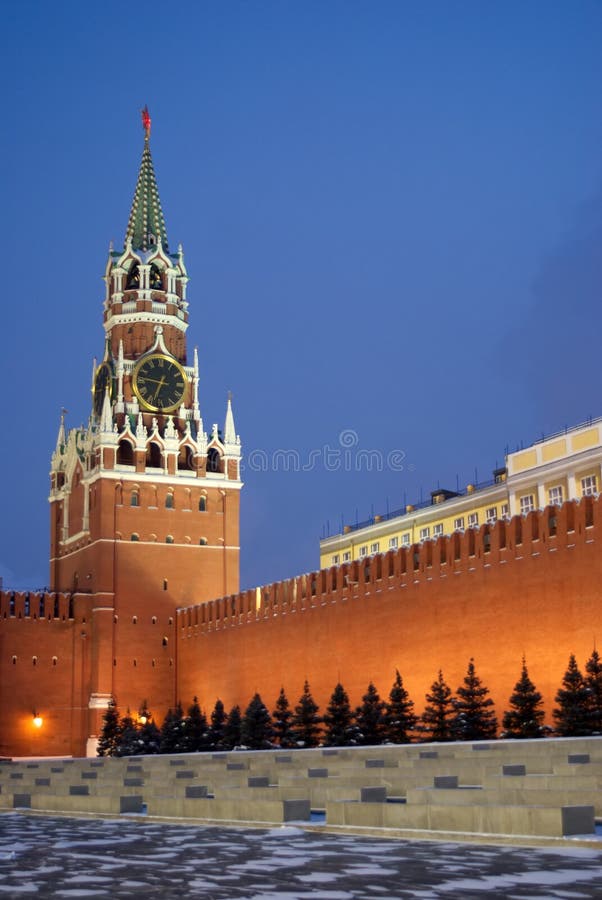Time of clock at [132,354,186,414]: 6:46
